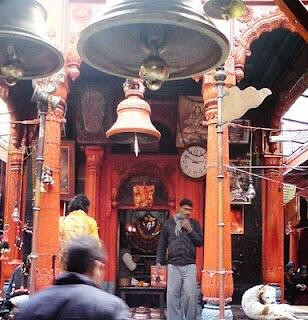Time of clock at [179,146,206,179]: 2:50
